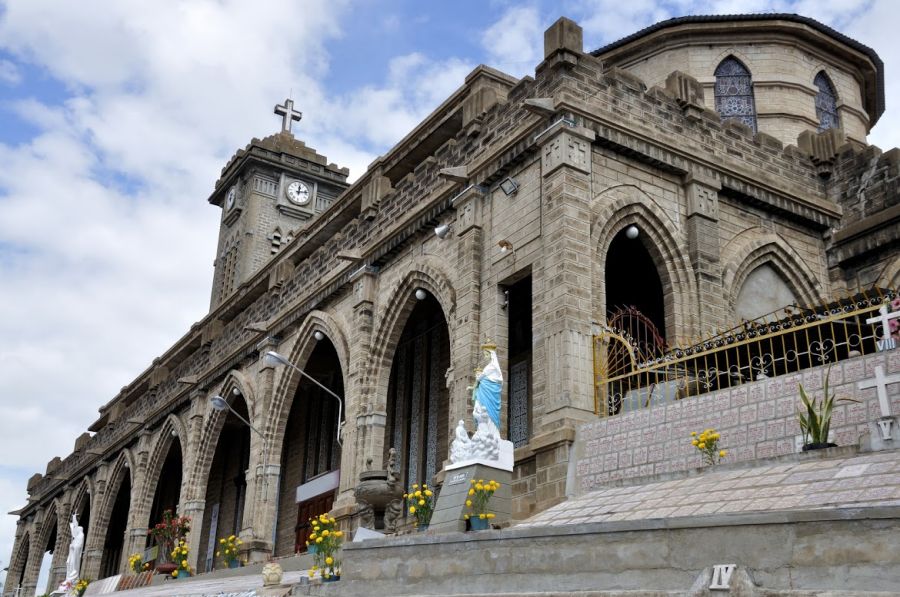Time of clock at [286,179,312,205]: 12:12
